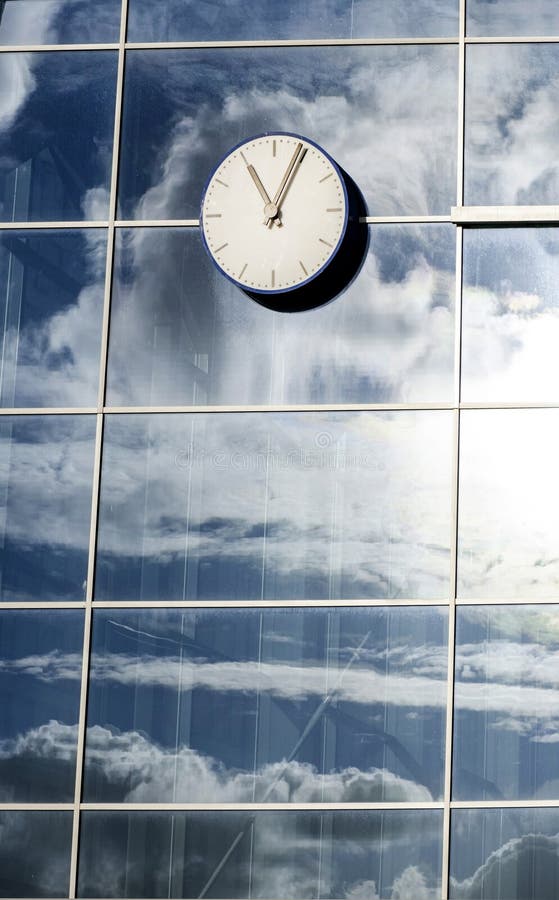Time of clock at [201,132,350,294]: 11:04
